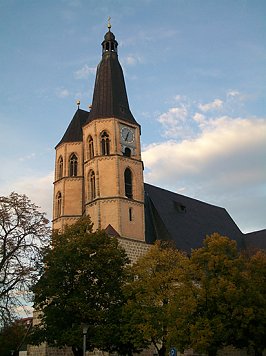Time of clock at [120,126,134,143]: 12:32
